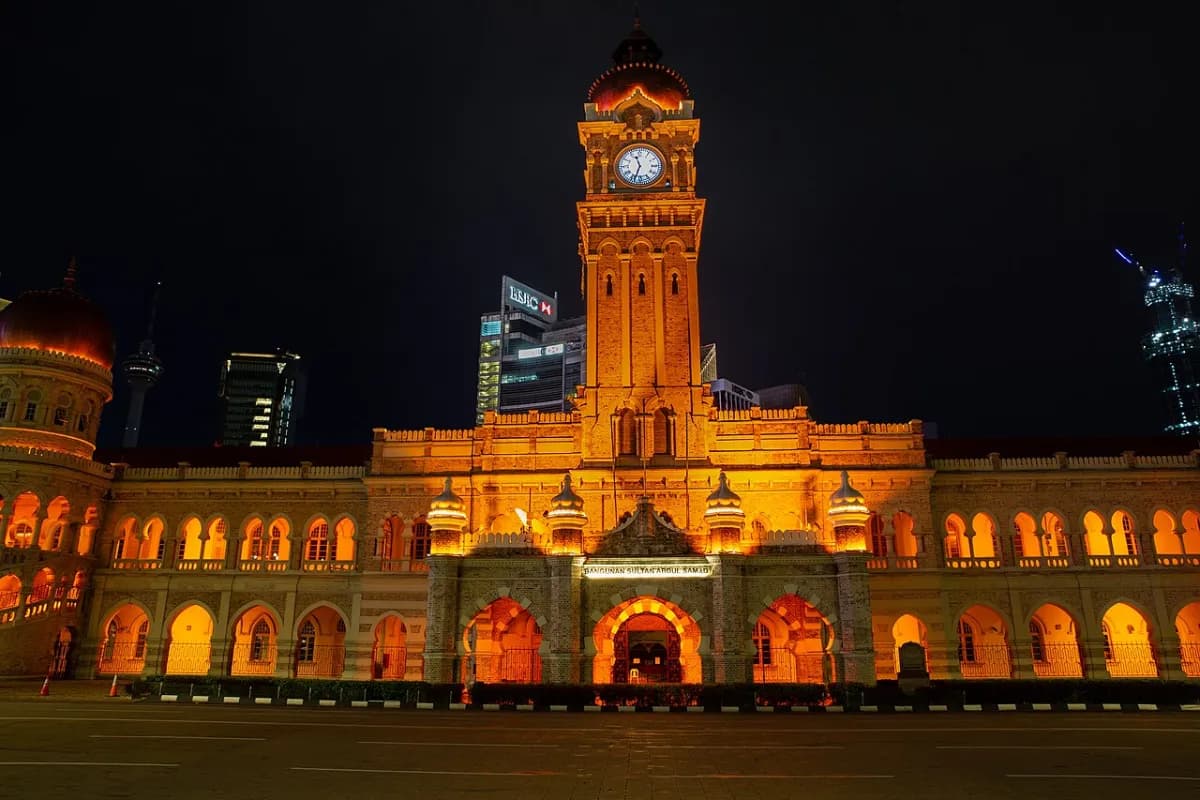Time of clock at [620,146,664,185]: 11:33
